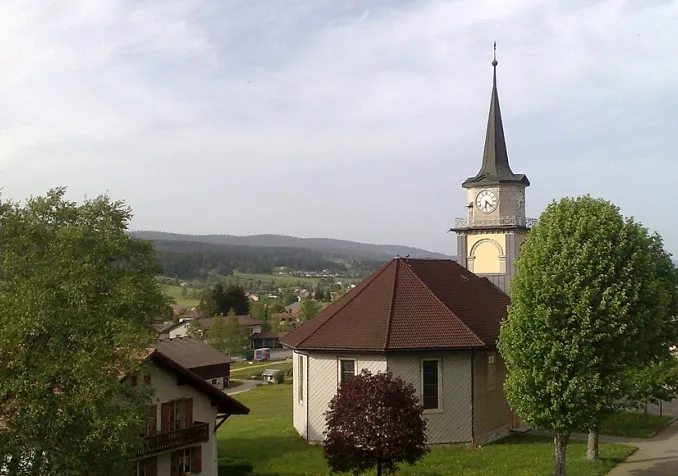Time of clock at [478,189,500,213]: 6:21
